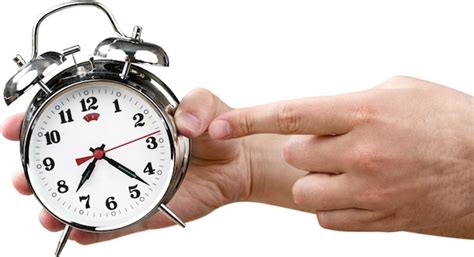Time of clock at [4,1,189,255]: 7:22
